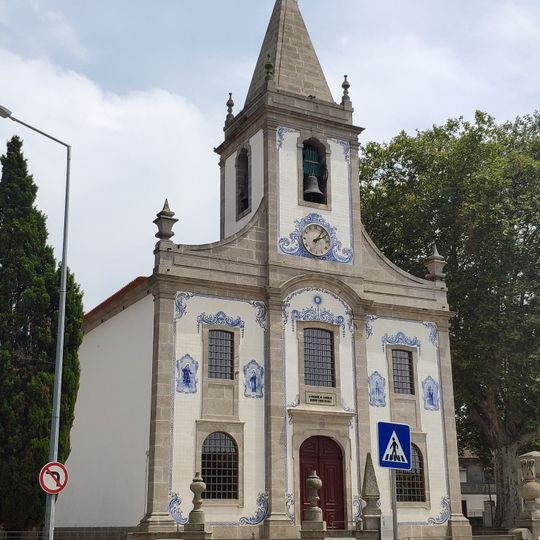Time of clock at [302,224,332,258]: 2:06
